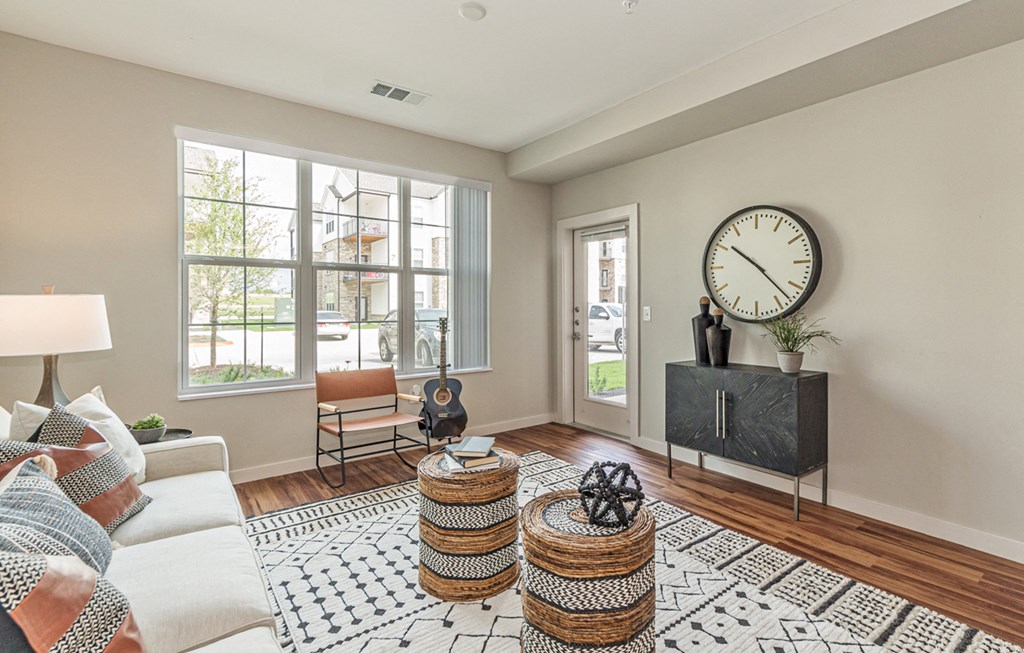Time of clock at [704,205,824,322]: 10:22
